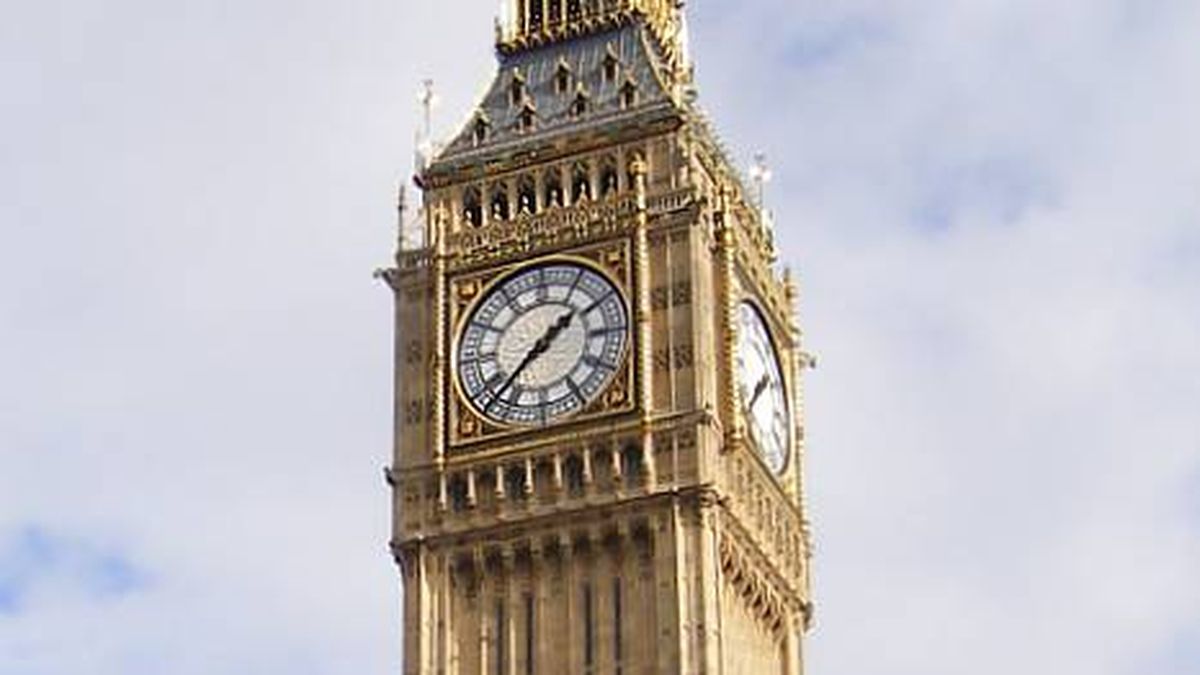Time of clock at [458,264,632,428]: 1:37
